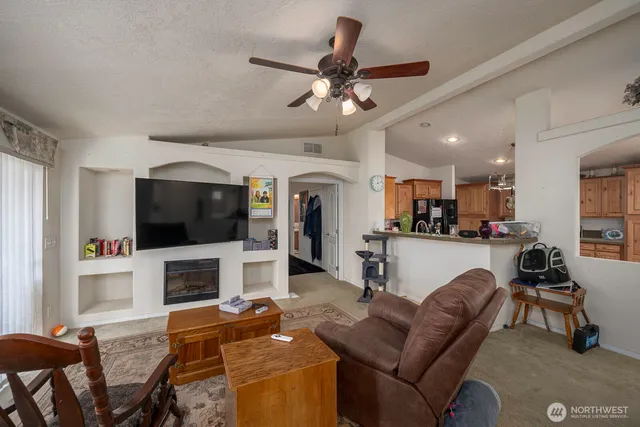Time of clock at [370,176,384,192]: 12:12
